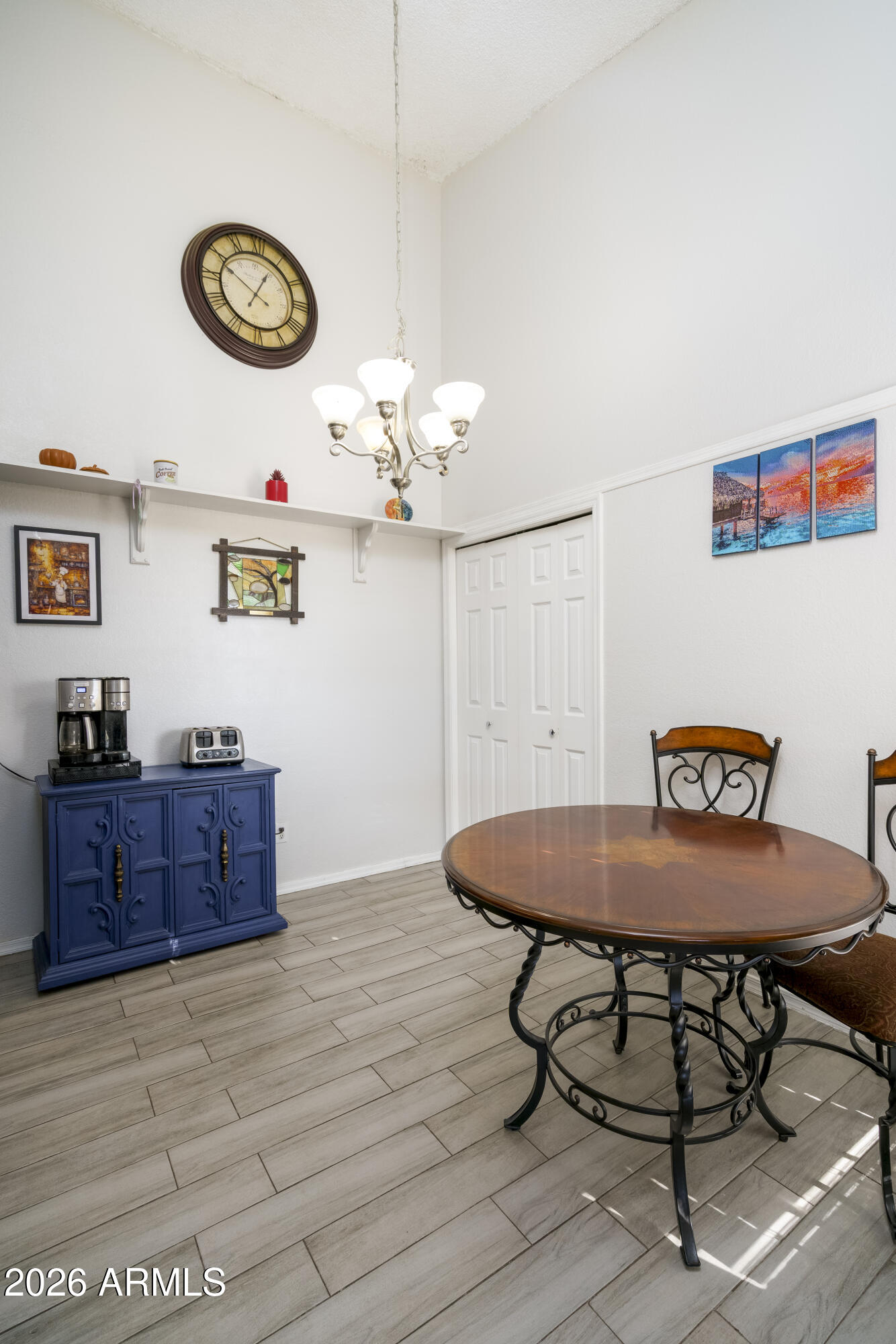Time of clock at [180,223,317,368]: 12:49
